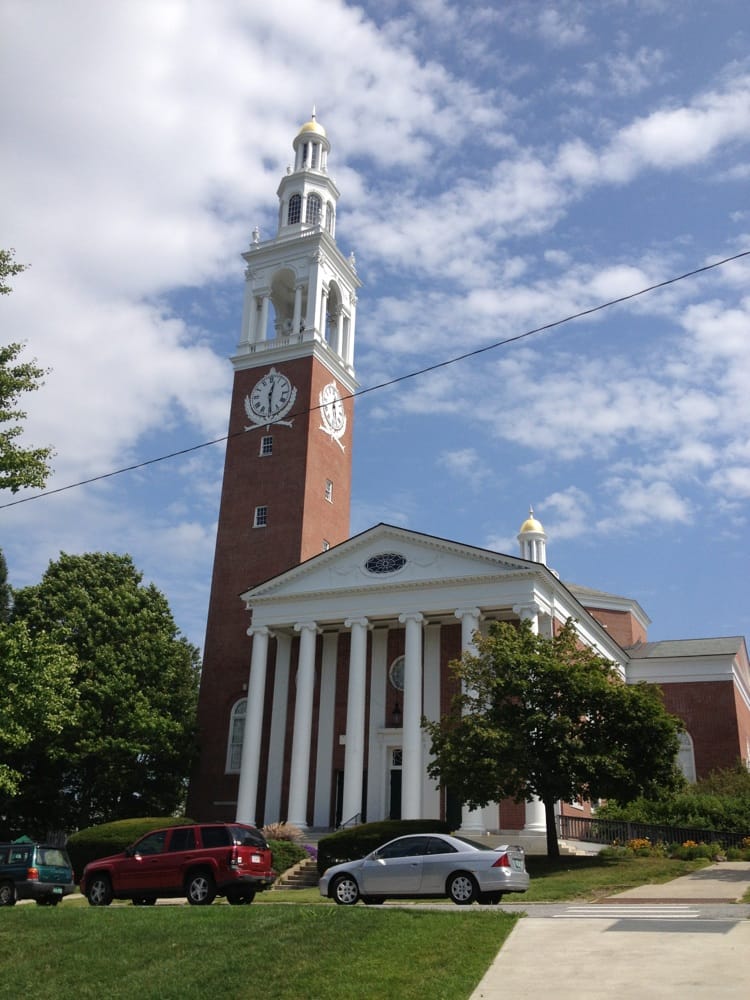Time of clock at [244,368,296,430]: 12:29
